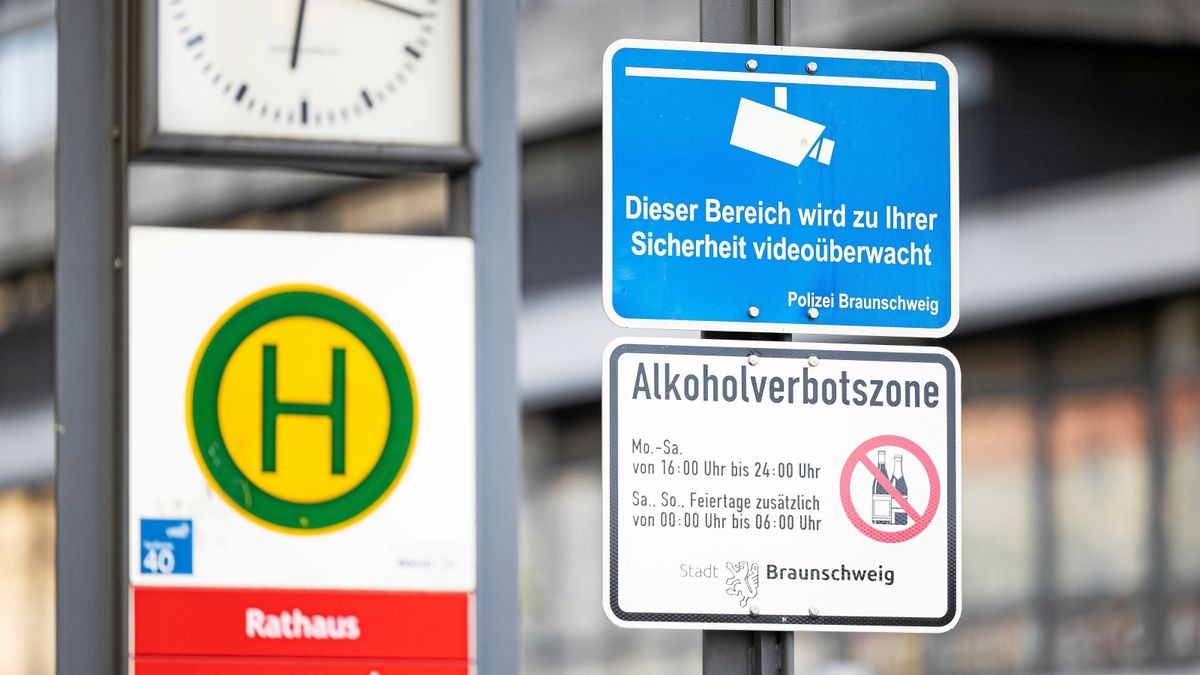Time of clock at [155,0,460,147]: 6:16
